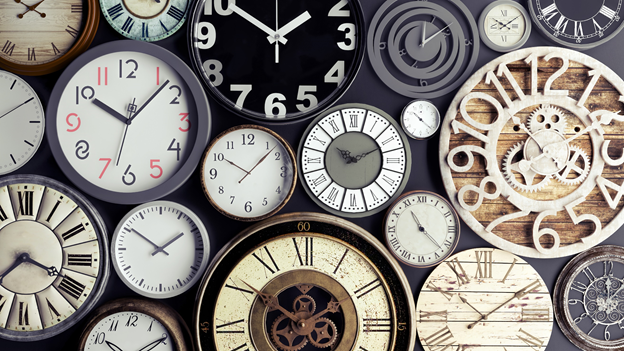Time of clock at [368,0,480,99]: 12:09
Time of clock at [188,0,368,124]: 1:50
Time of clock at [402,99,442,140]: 10:21
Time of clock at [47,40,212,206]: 10:07
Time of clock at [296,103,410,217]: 10:11
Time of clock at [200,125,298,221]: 10:07
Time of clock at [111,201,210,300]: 1:50
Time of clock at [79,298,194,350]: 10:09
